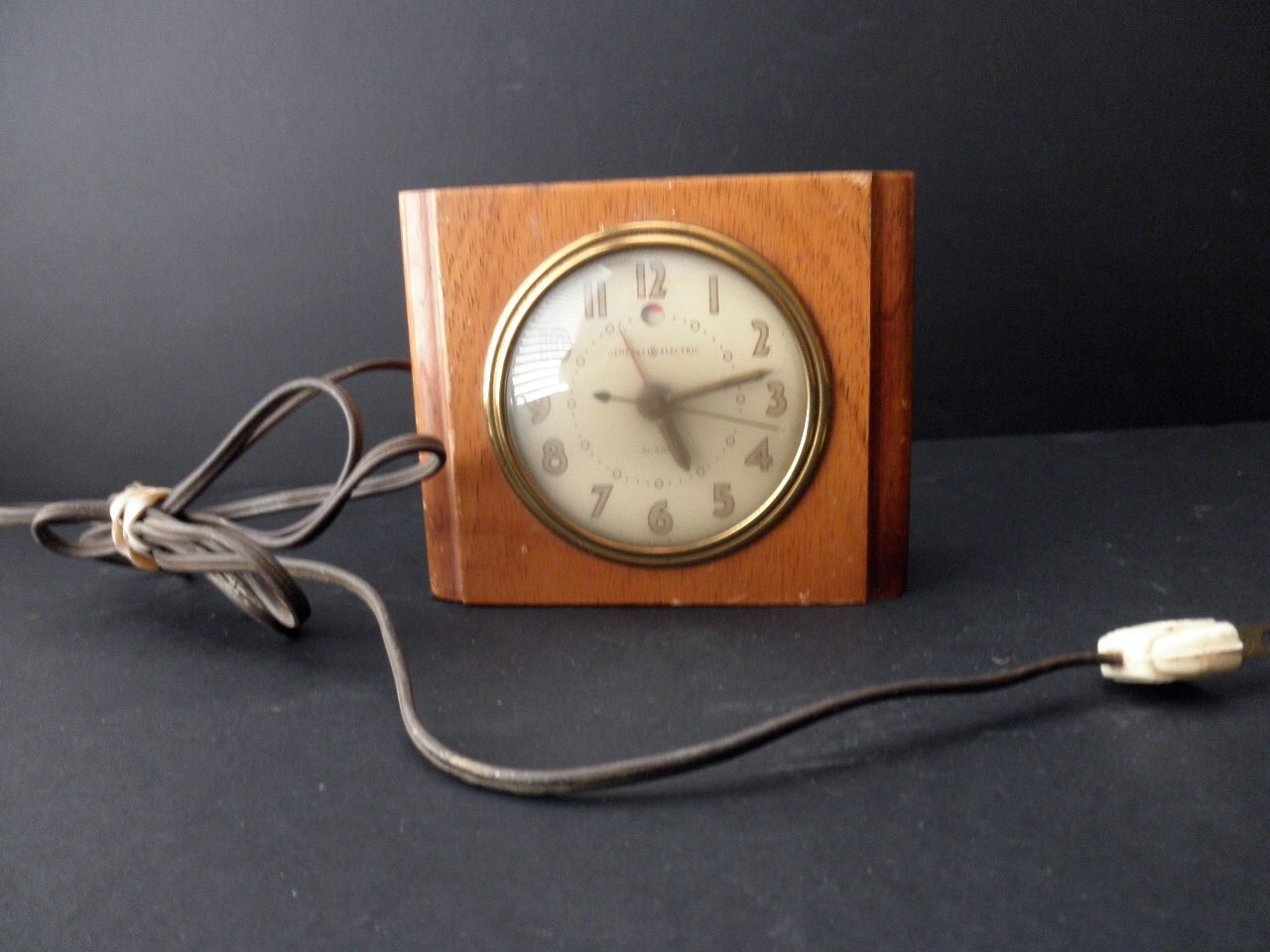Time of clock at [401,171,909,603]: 5:12
